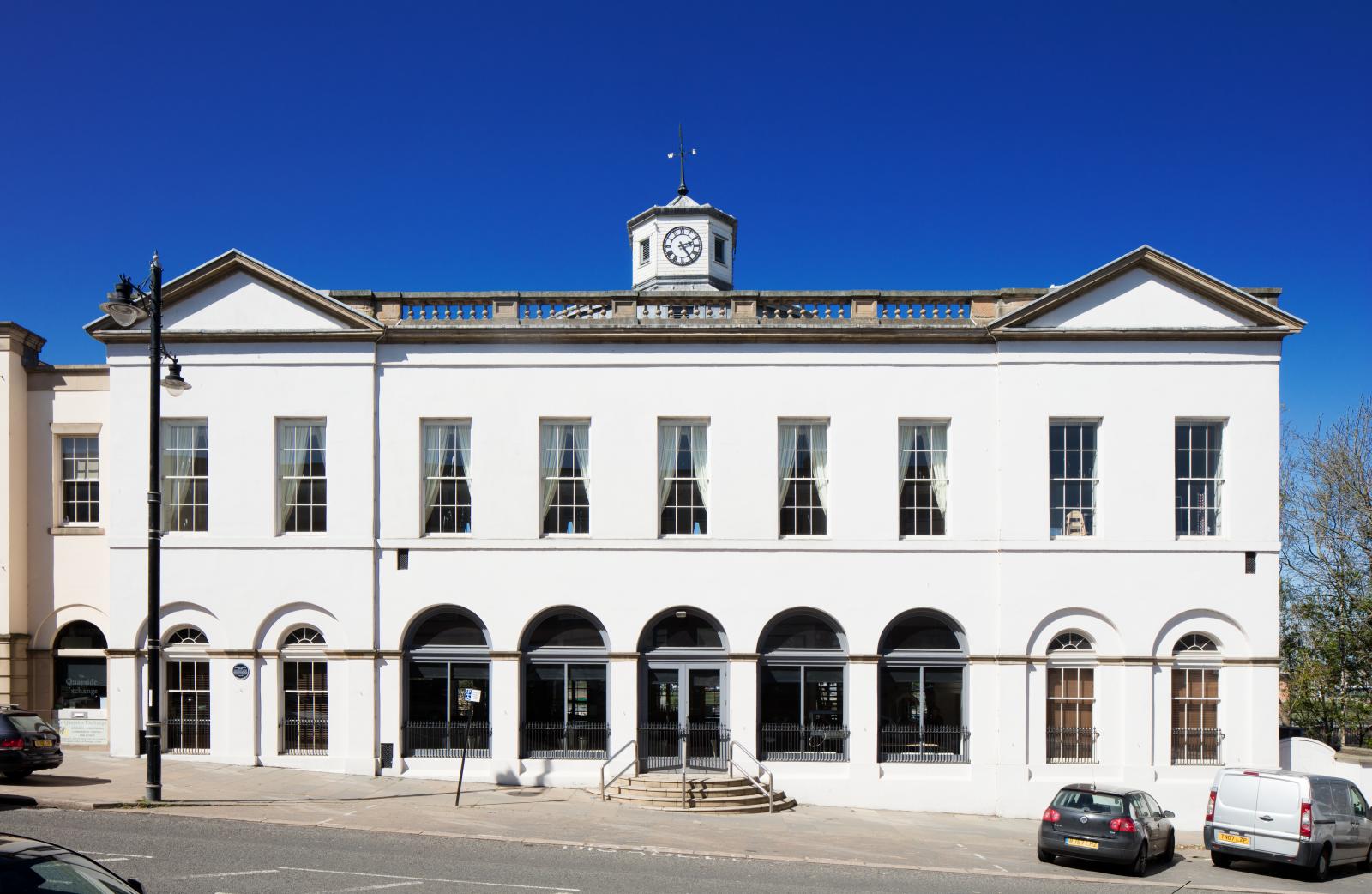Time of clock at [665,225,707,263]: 2:24
